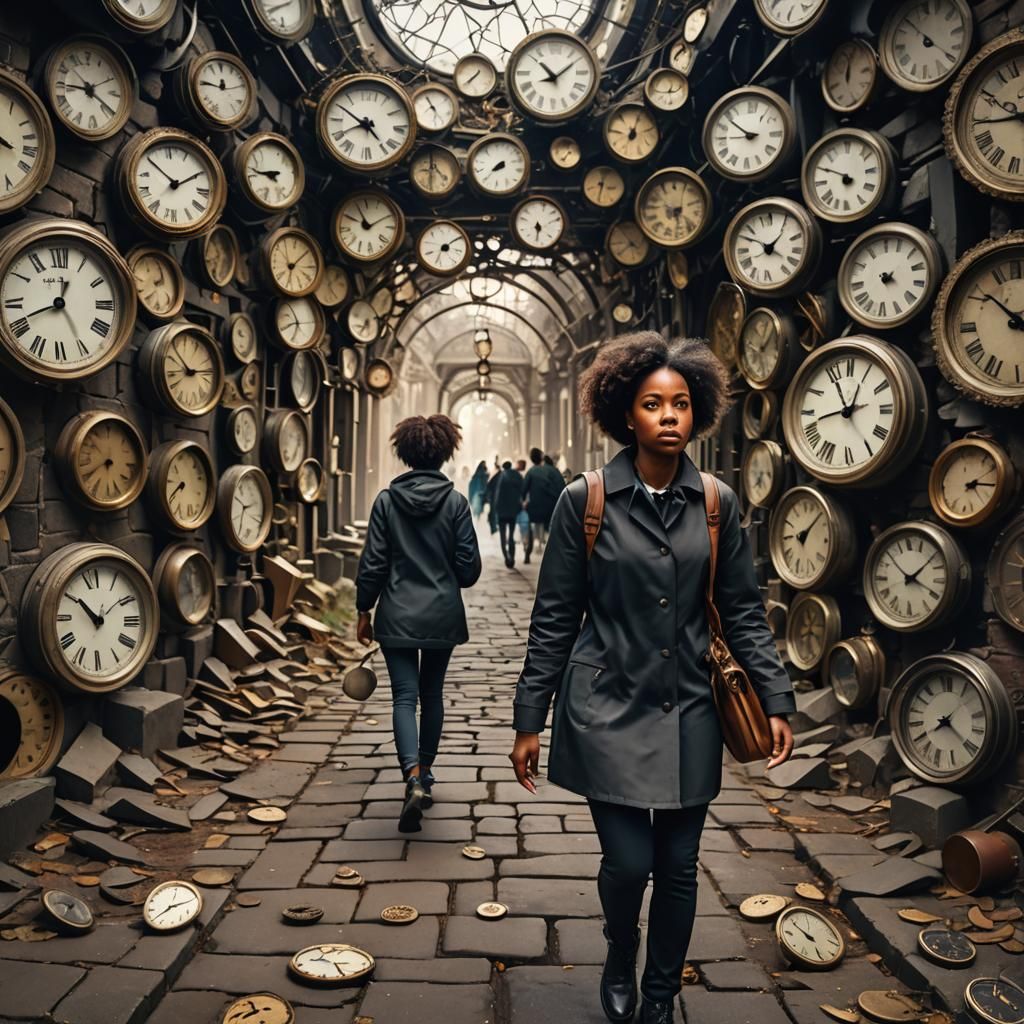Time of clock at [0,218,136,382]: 12:41
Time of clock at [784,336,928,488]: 12:55
